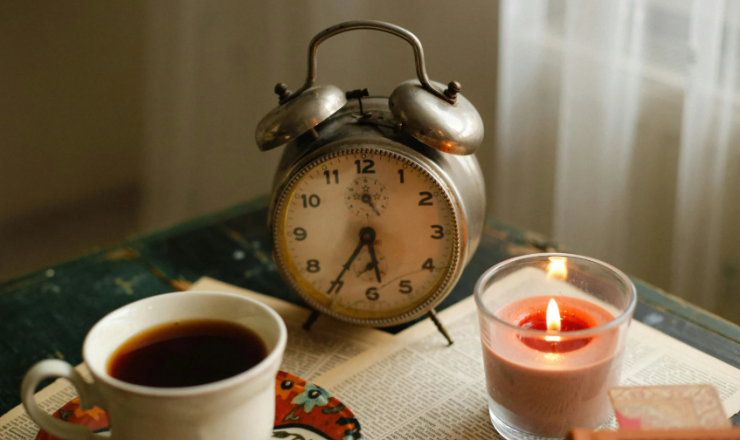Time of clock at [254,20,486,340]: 5:35
